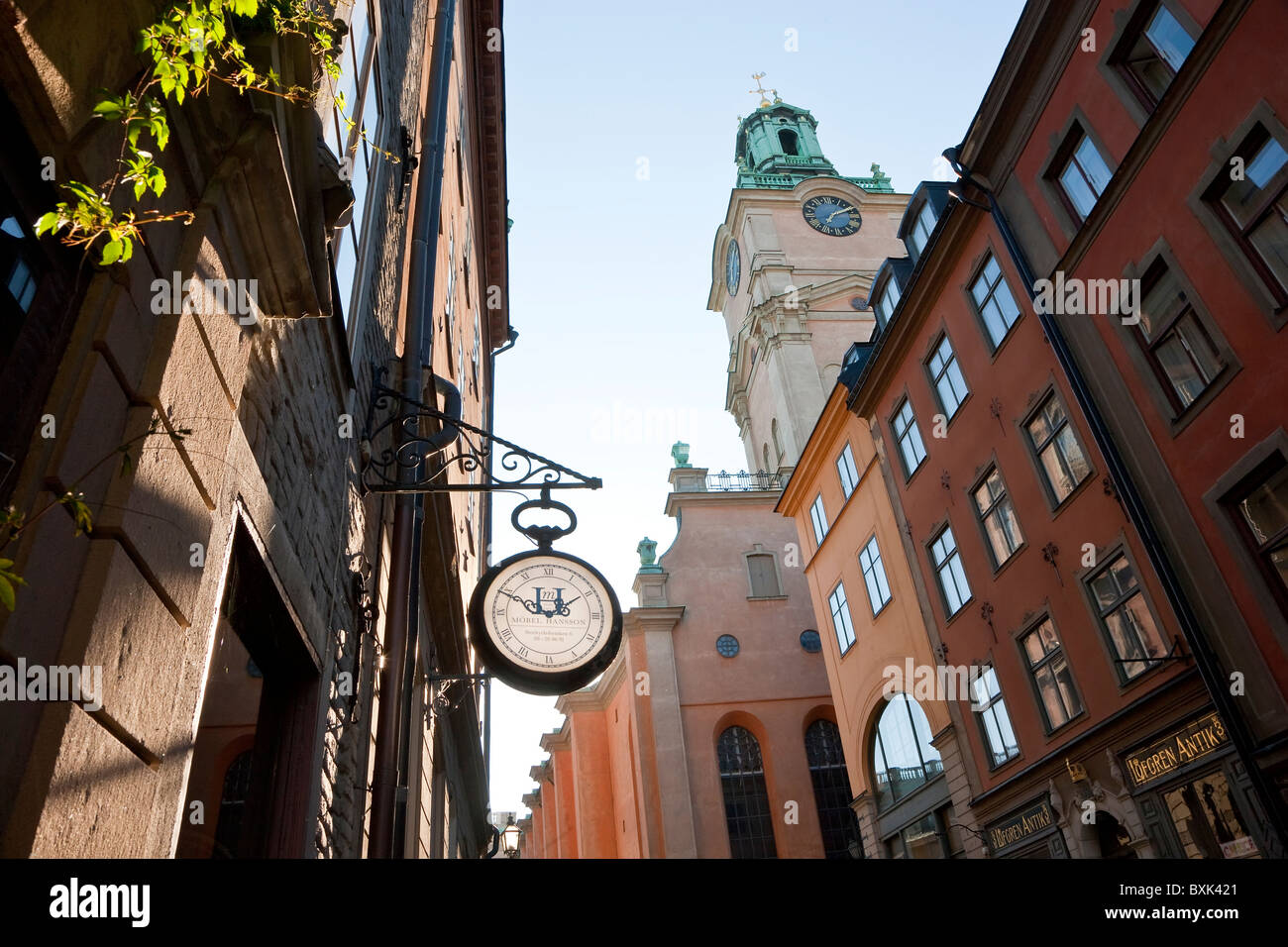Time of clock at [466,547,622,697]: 1:49
